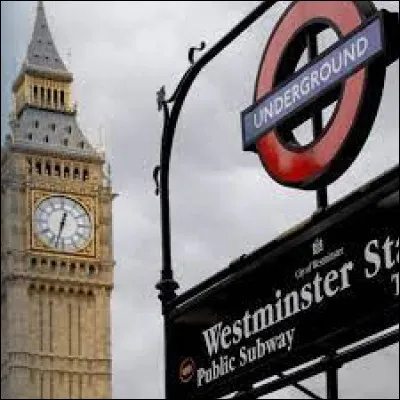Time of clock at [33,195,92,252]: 12:32
